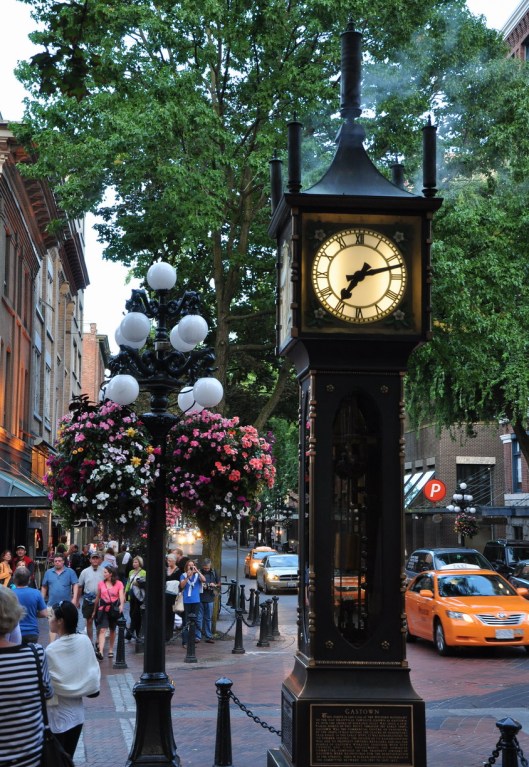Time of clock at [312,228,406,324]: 7:12
